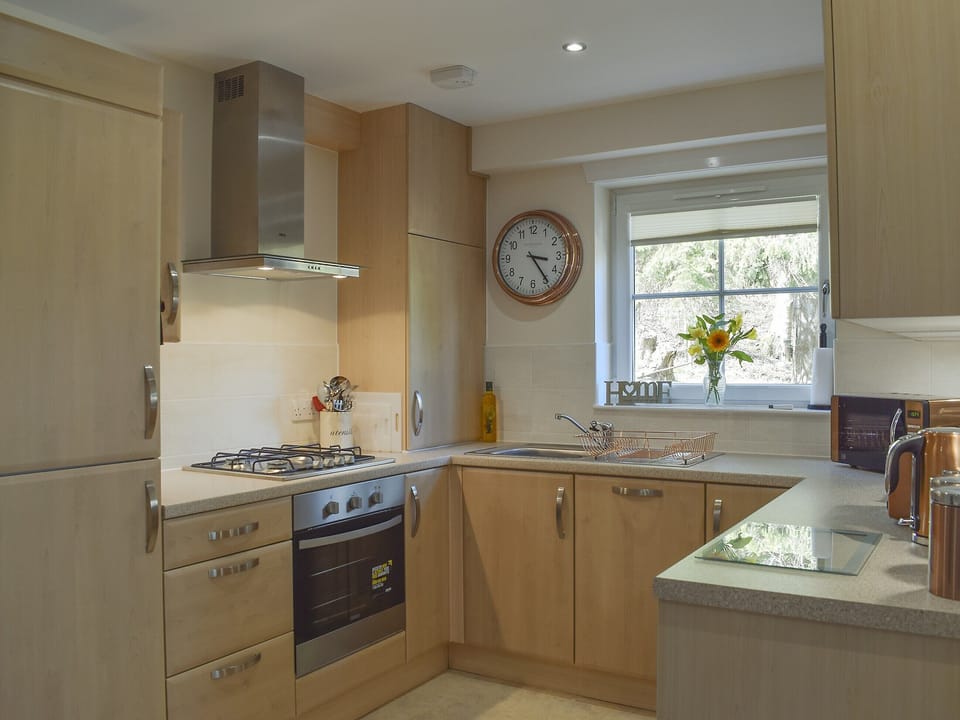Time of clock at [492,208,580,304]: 3:24
